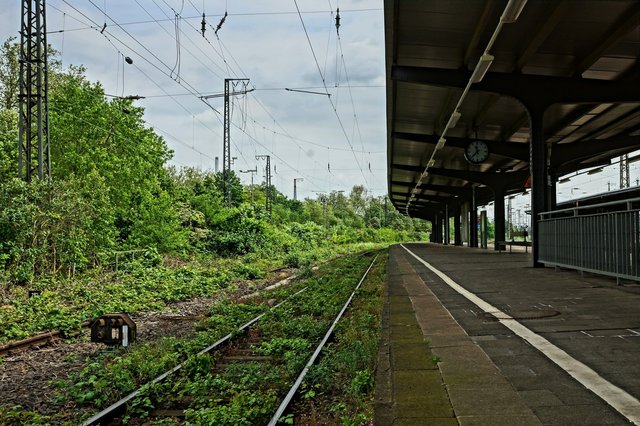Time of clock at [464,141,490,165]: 11:37
